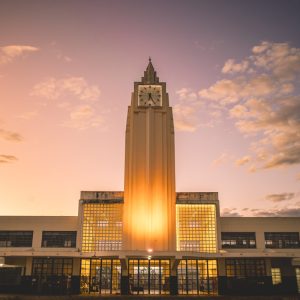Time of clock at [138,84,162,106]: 6:25
